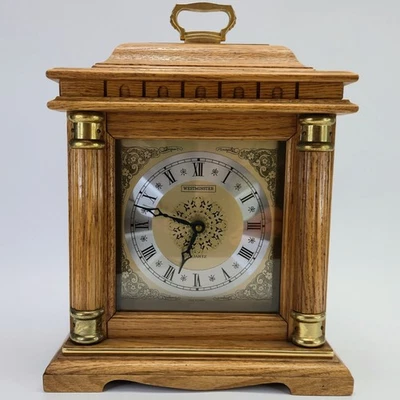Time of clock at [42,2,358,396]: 6:47
